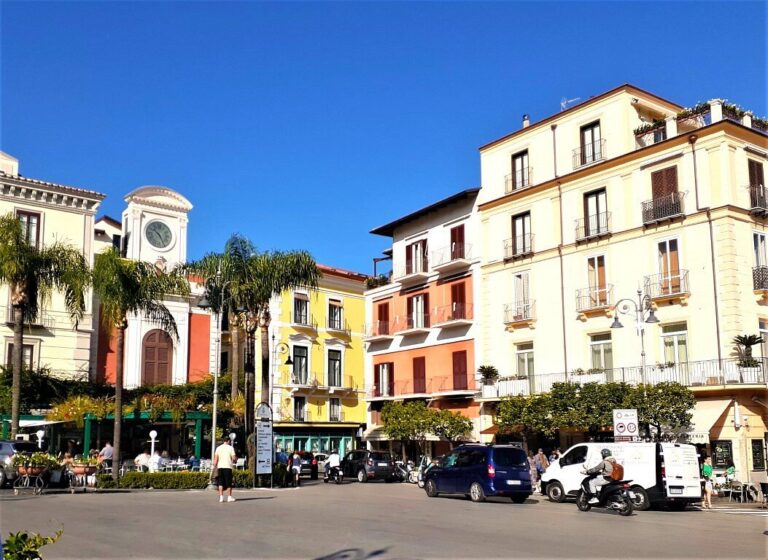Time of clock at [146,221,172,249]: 10:25
